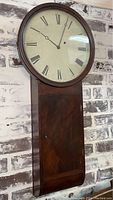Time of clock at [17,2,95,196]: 10:03
